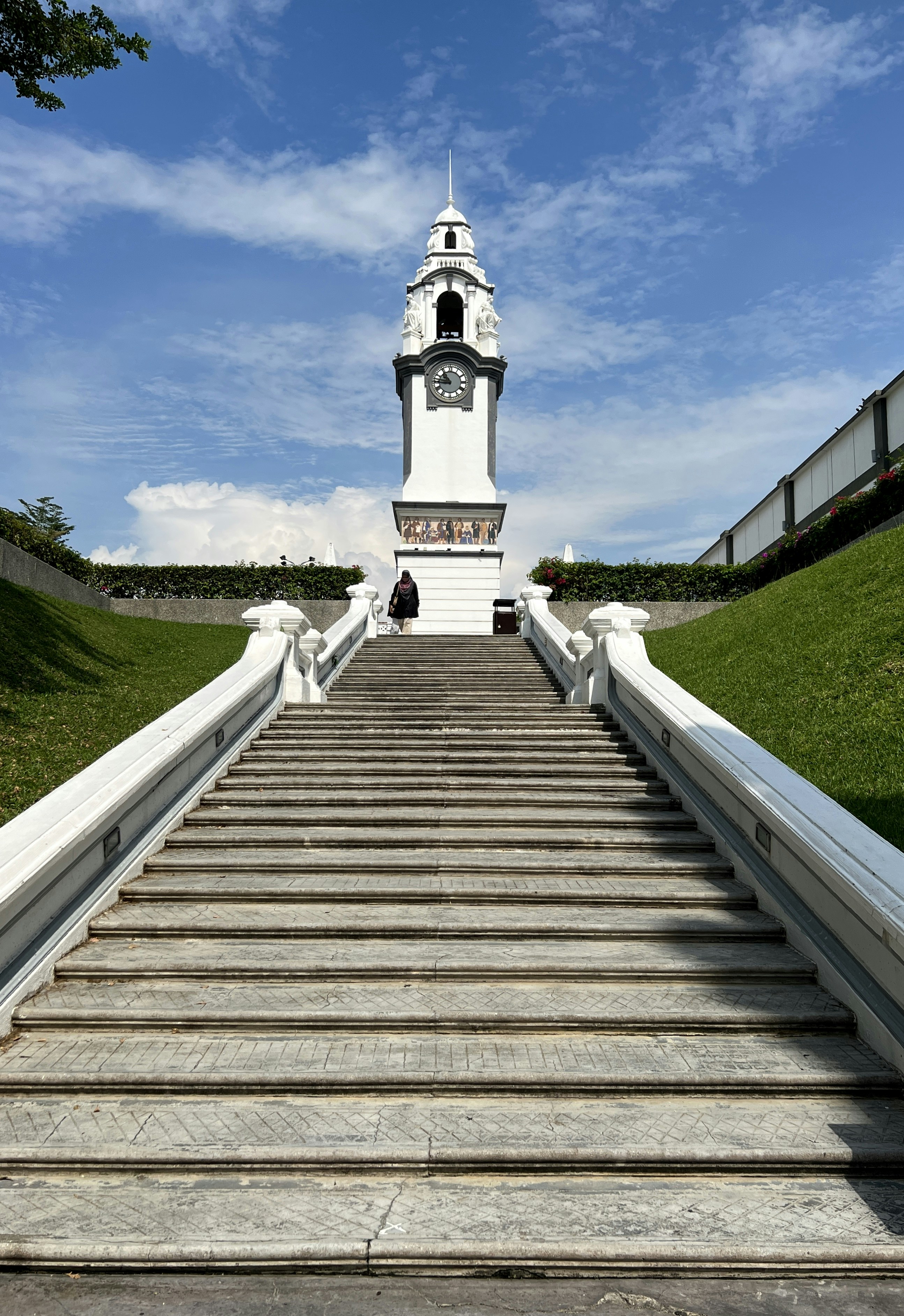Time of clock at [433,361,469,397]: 10:45
